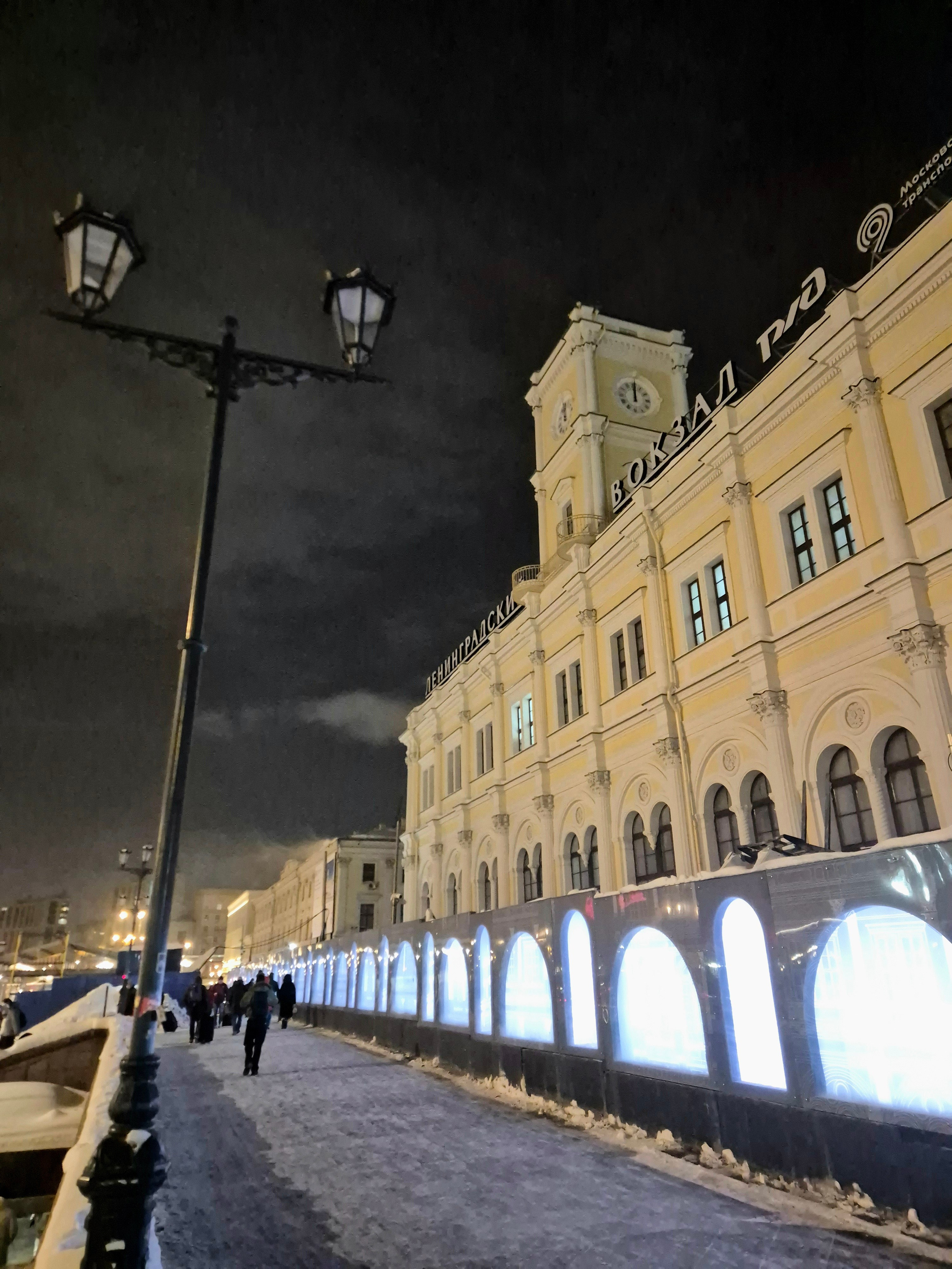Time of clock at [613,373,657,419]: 12:00
